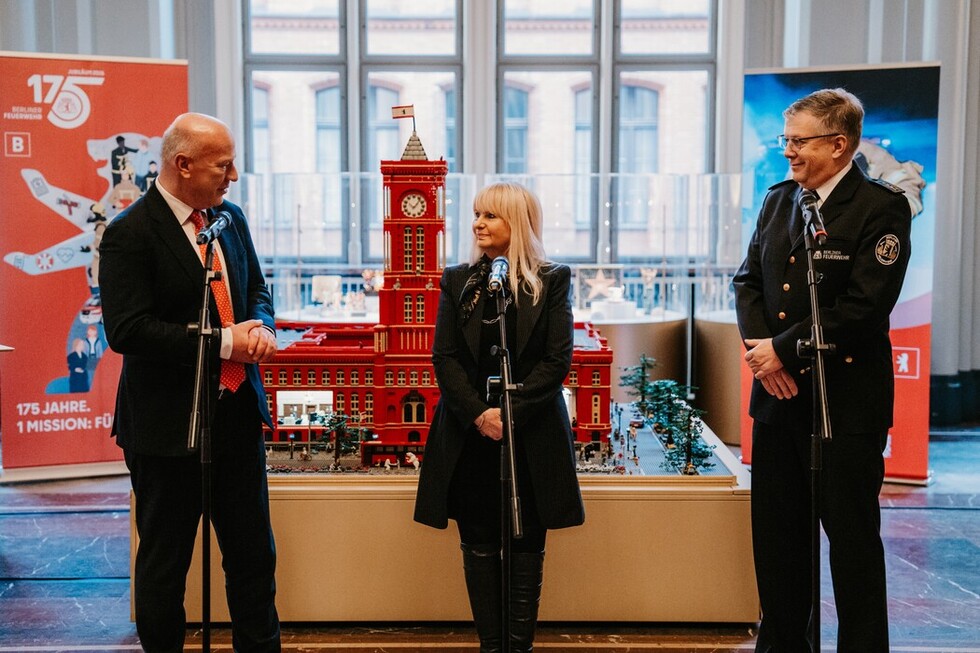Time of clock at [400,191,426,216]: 10:06
